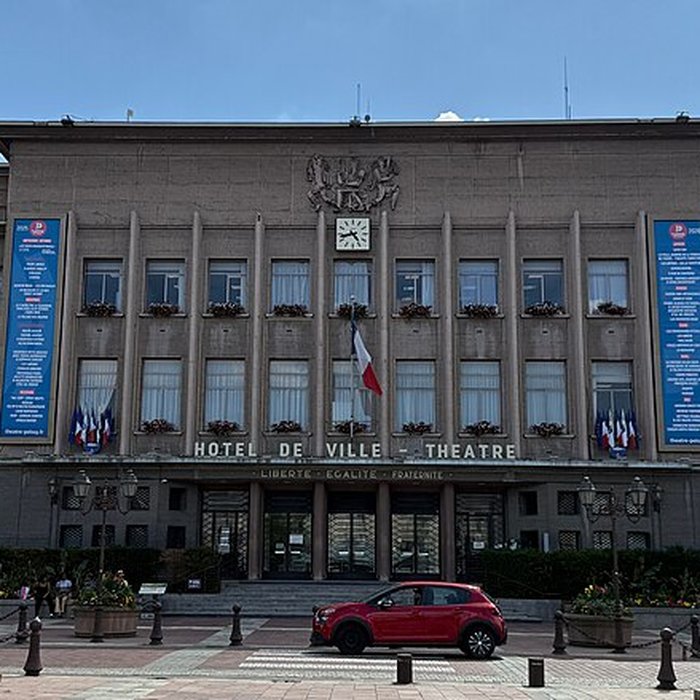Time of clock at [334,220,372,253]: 4:42
